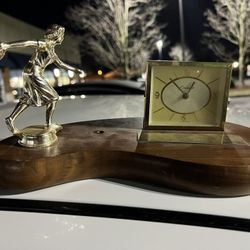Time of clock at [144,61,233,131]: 12:53
